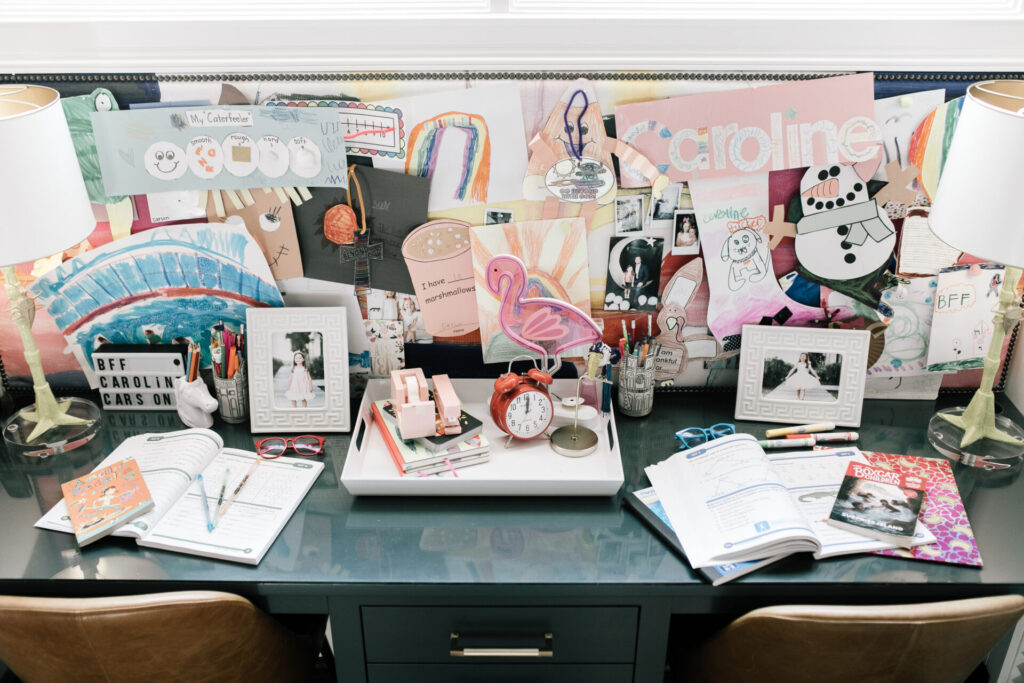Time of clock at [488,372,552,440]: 12:01
